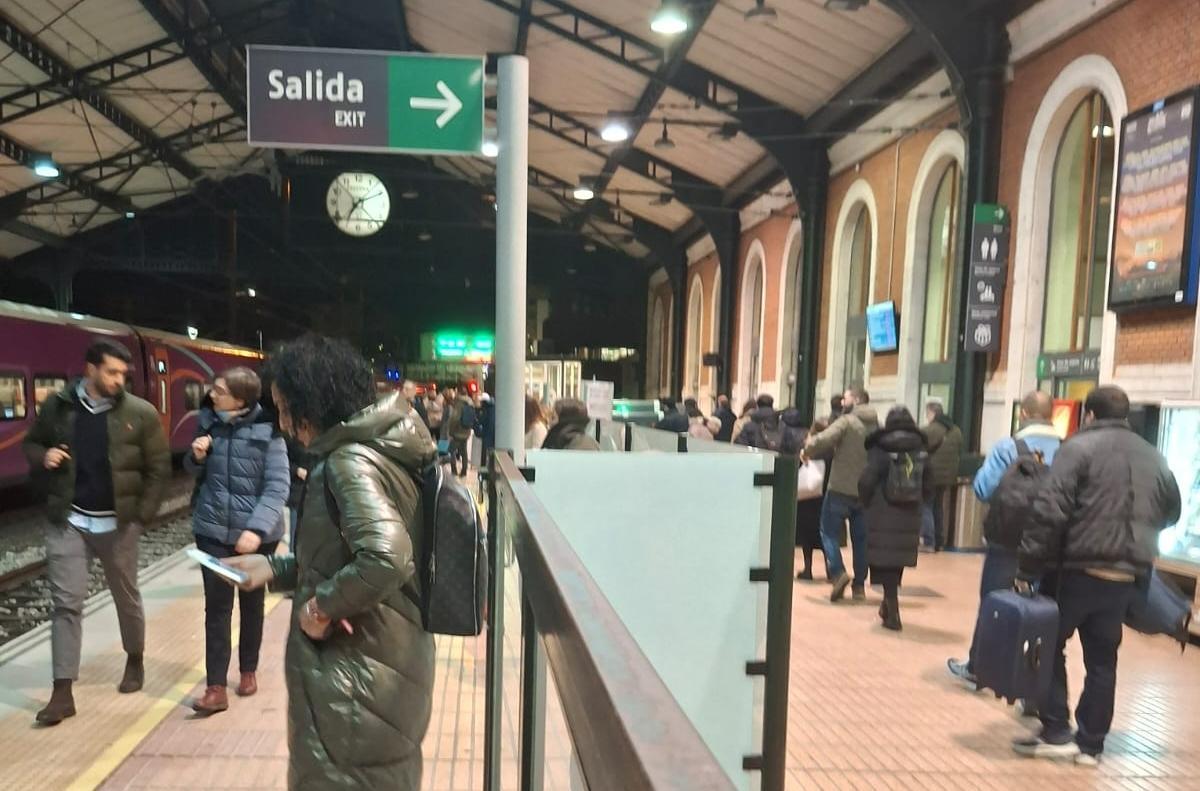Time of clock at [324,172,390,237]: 7:10
